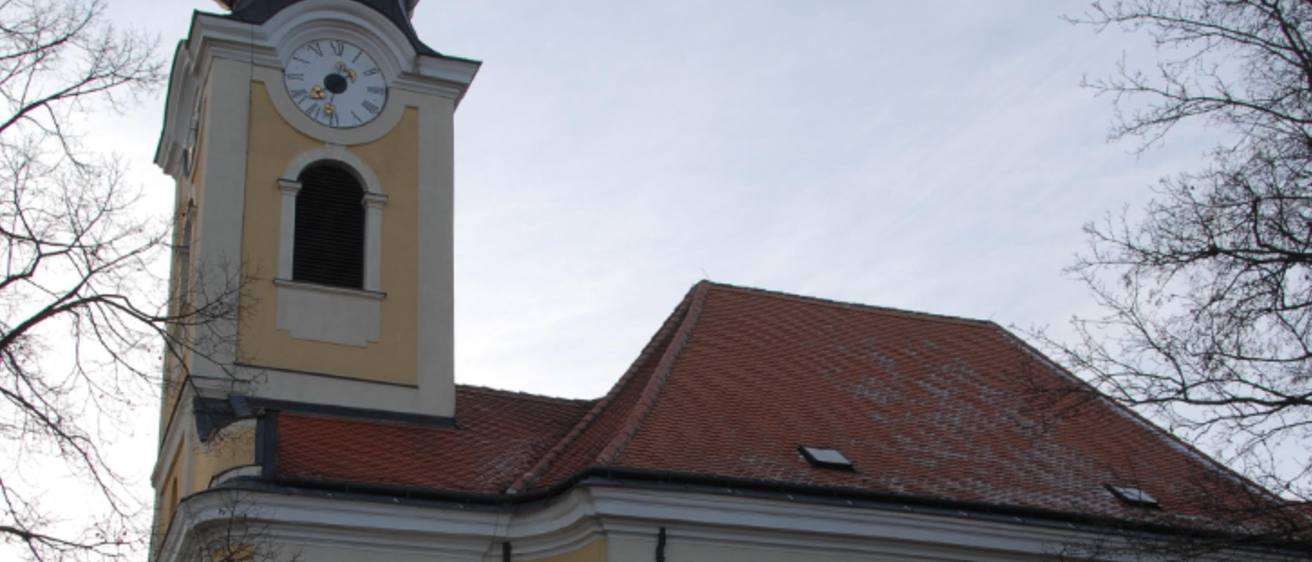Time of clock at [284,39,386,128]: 7:32
